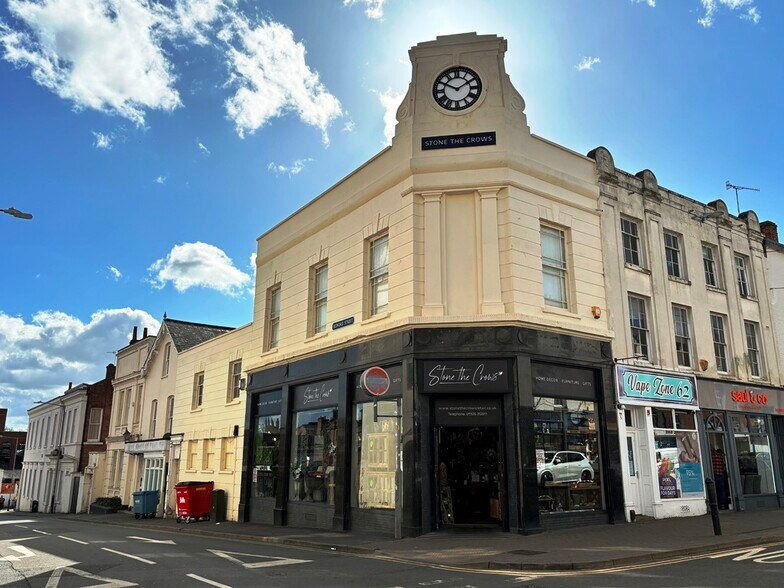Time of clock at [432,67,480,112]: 1:49
